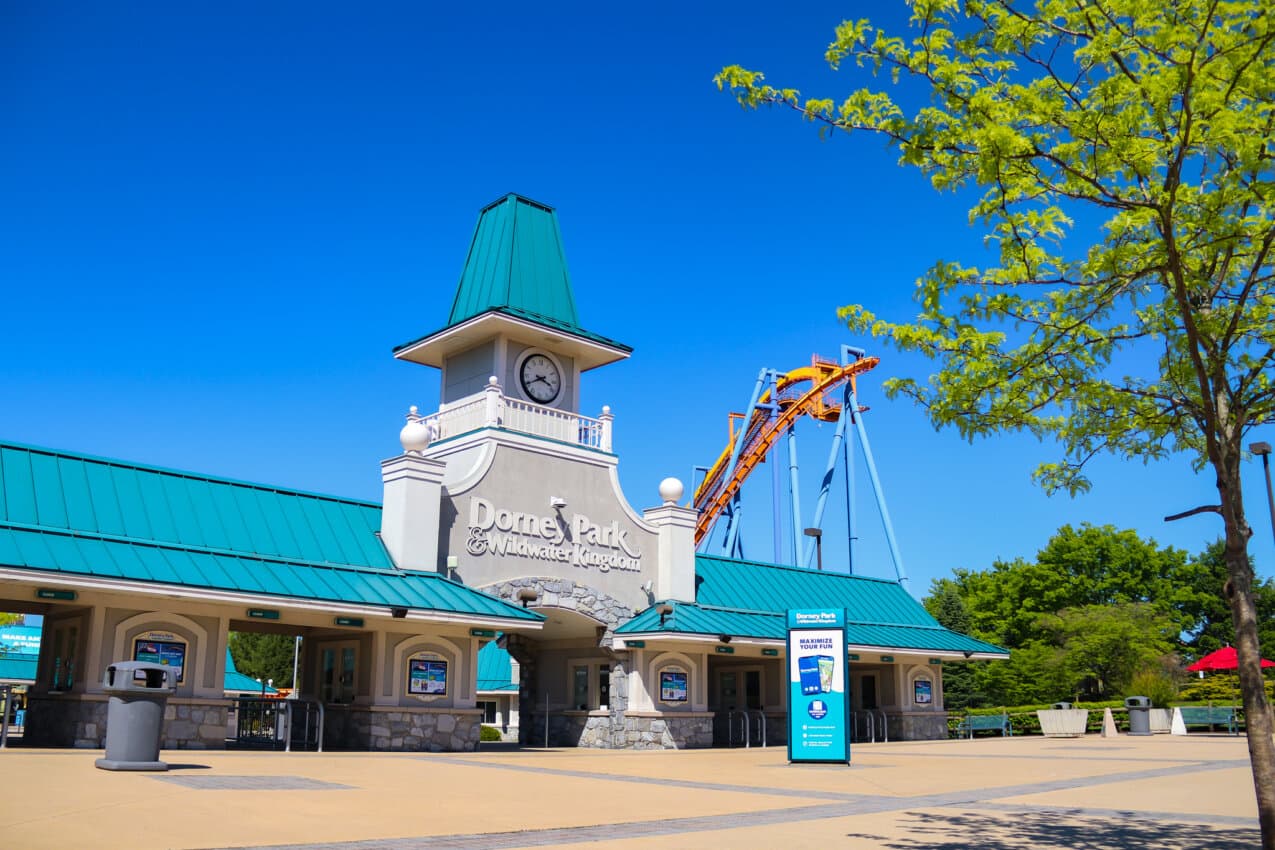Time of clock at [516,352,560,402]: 3:40
